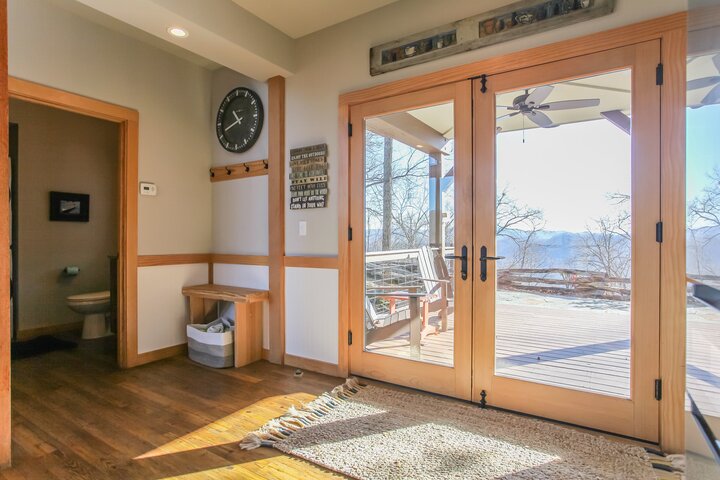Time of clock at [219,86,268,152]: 10:41
